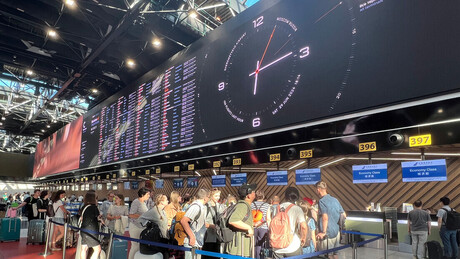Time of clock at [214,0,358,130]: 6:13
